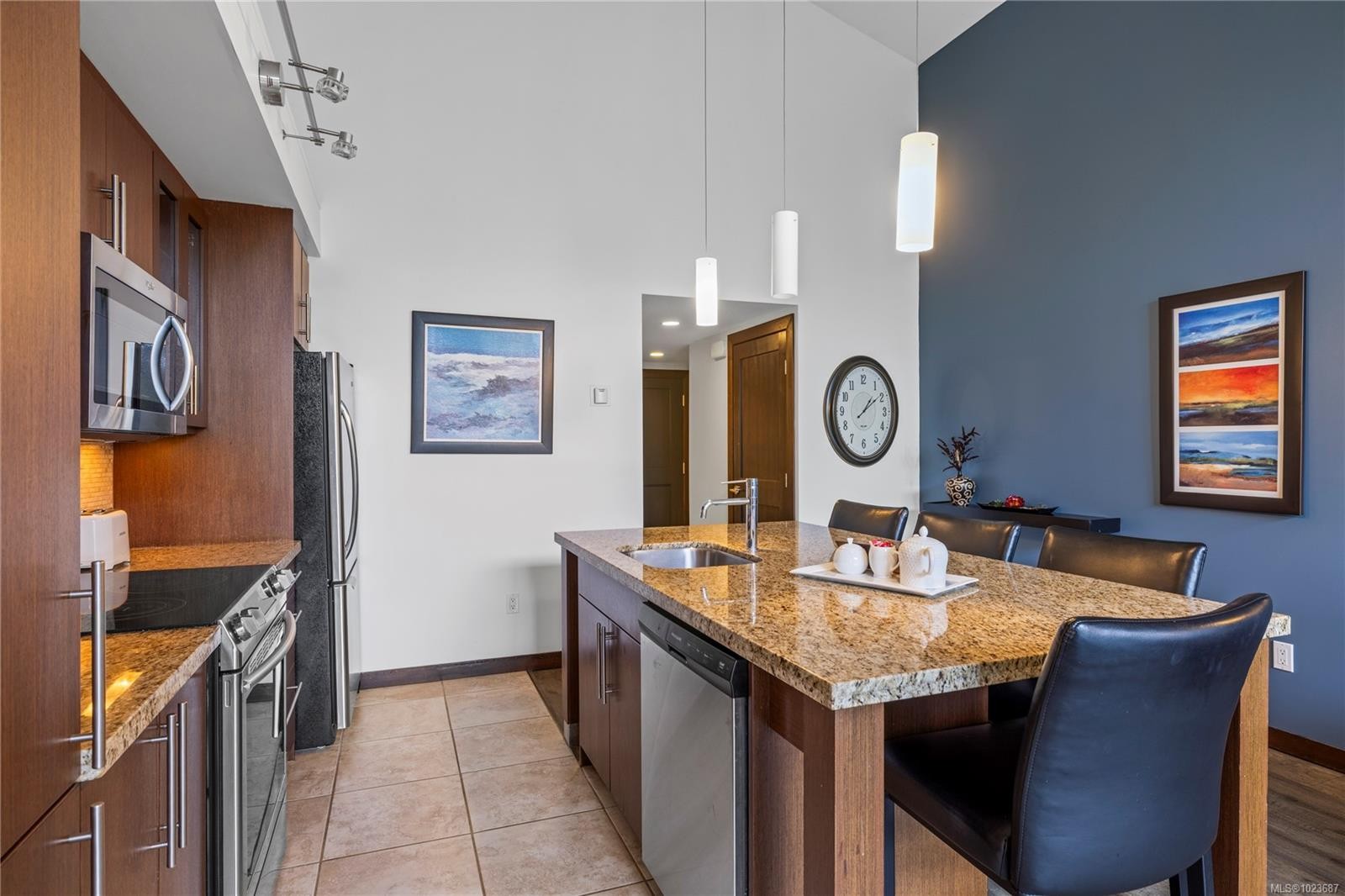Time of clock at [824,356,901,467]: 1:08
